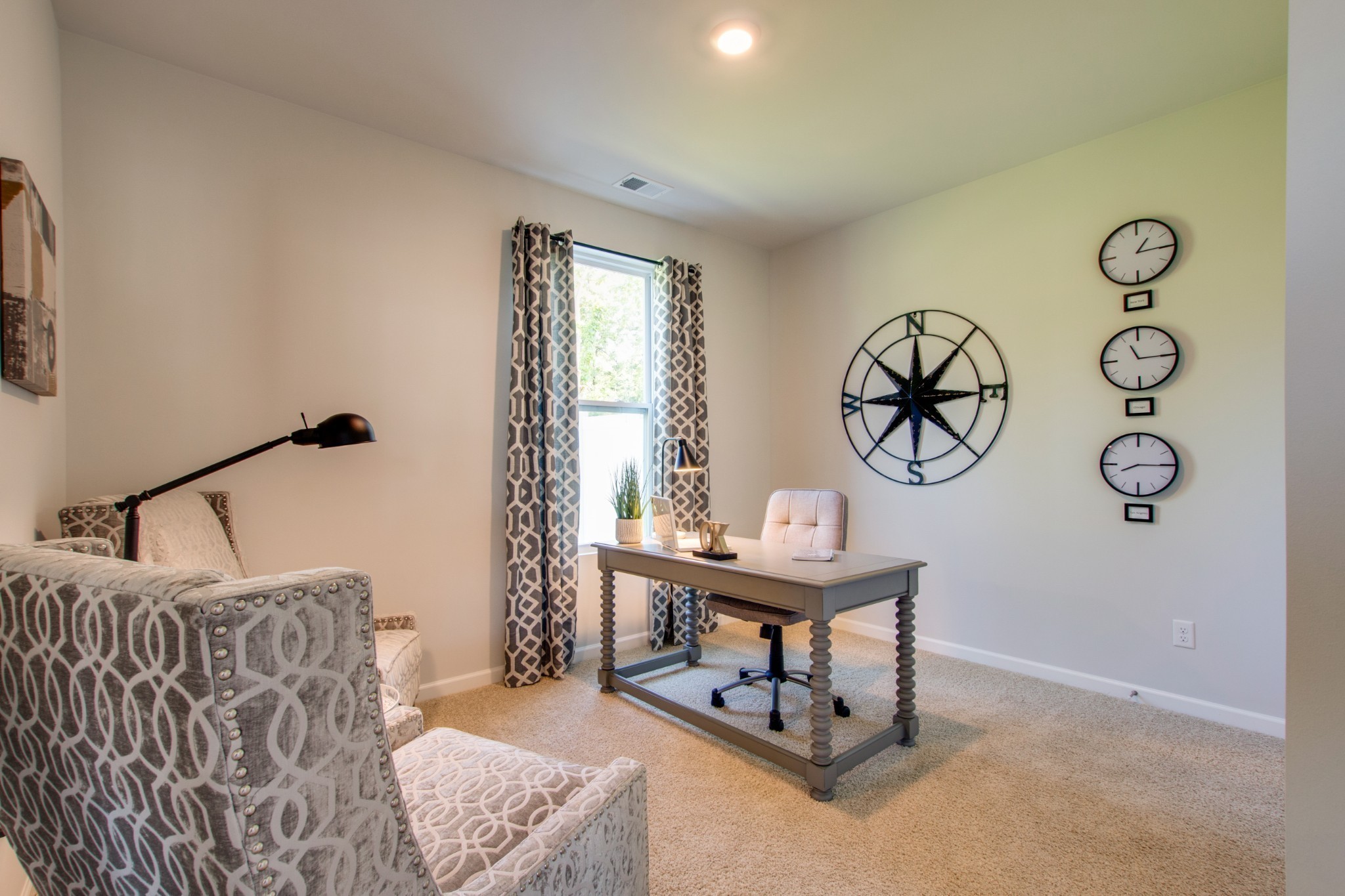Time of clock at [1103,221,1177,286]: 1:14
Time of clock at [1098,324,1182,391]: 11:14
